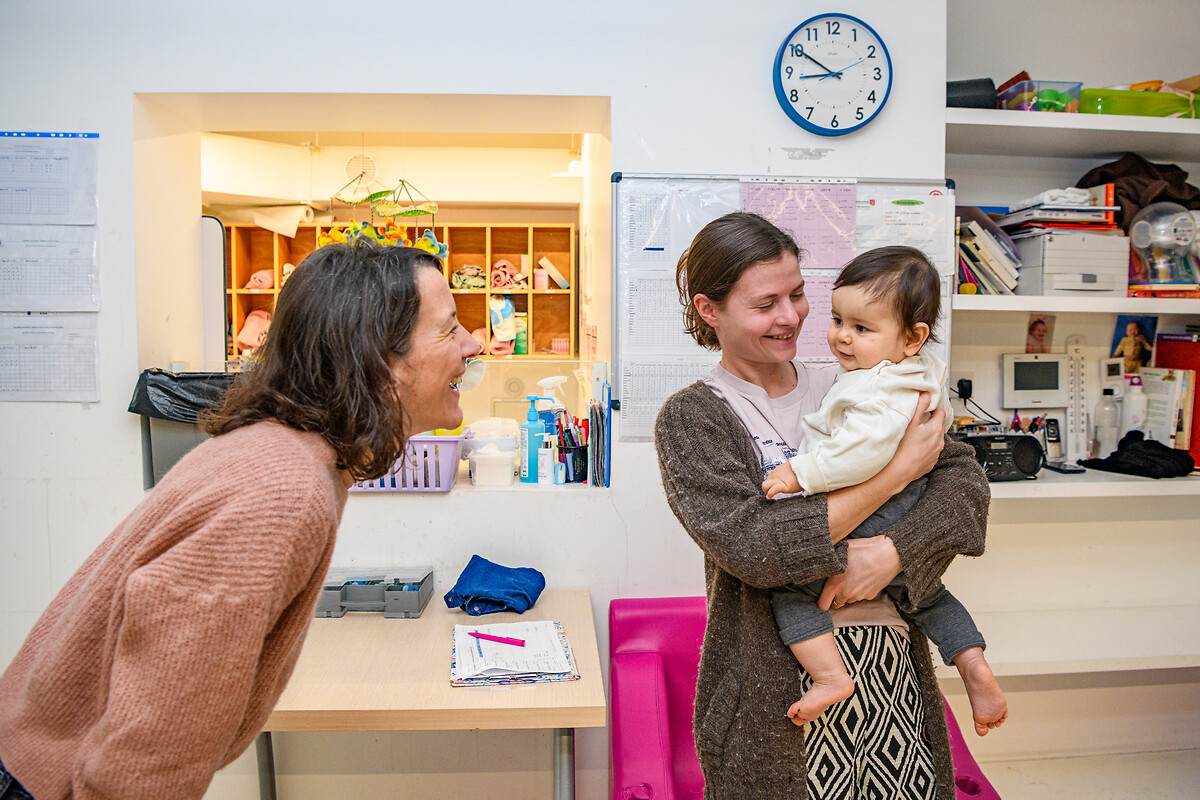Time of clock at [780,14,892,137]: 8:50
